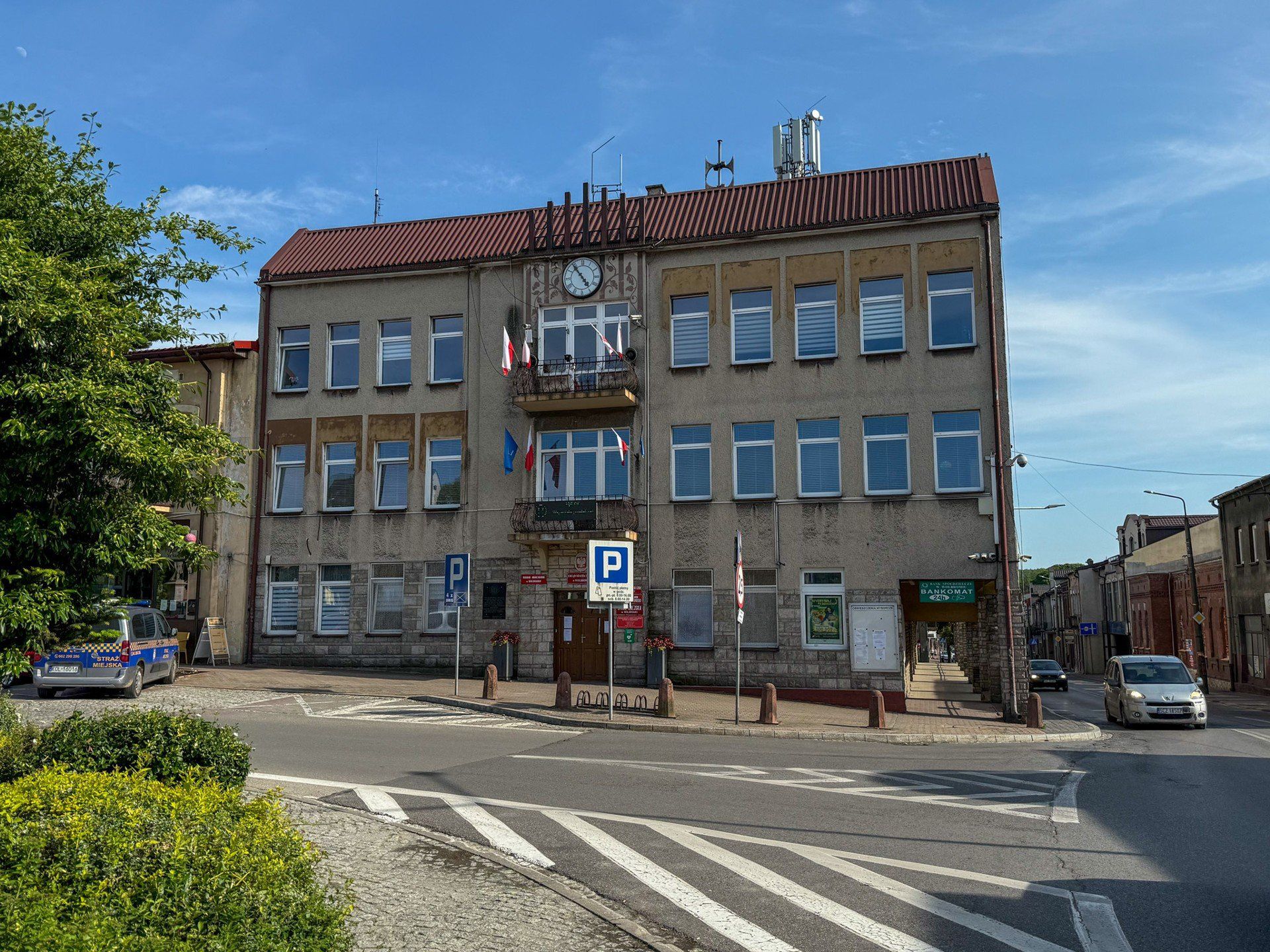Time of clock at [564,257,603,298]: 4:53
